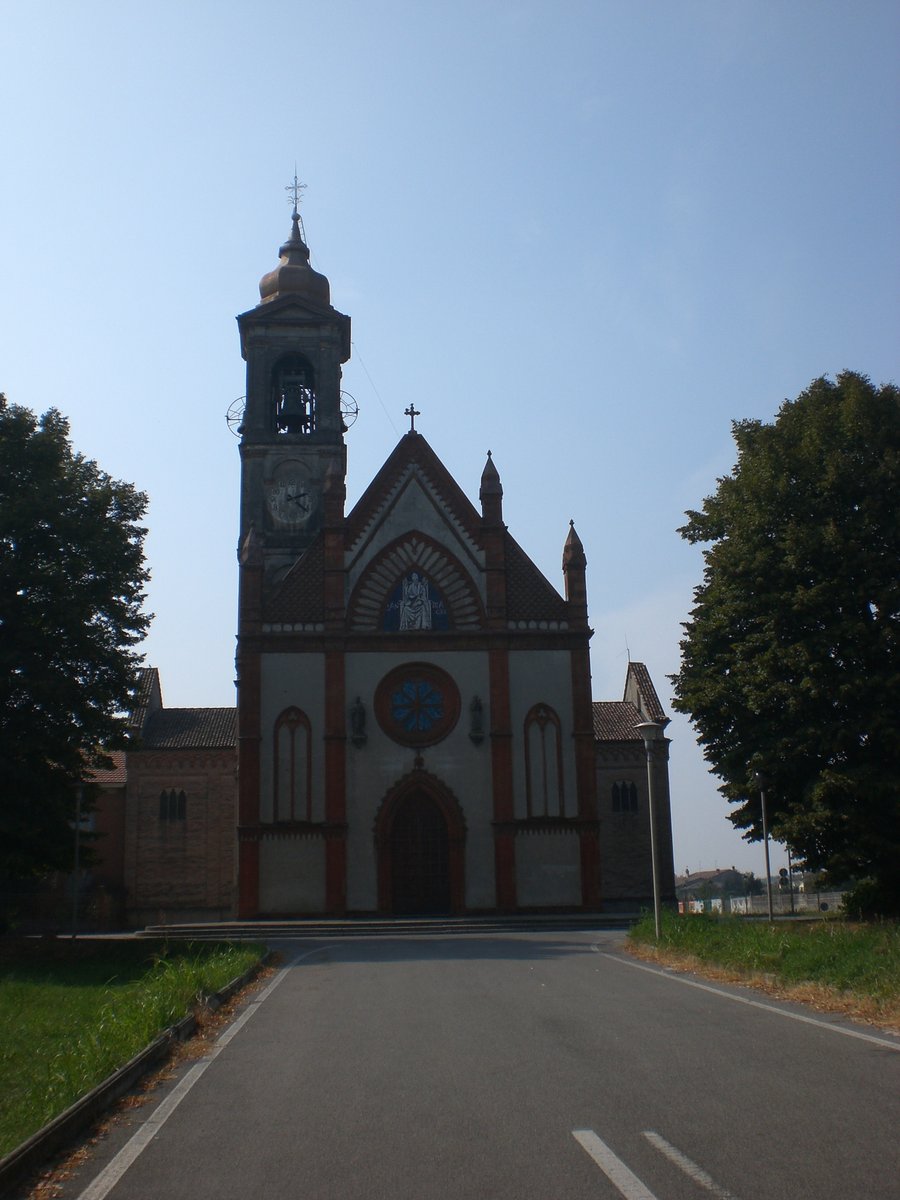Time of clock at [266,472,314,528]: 2:21
